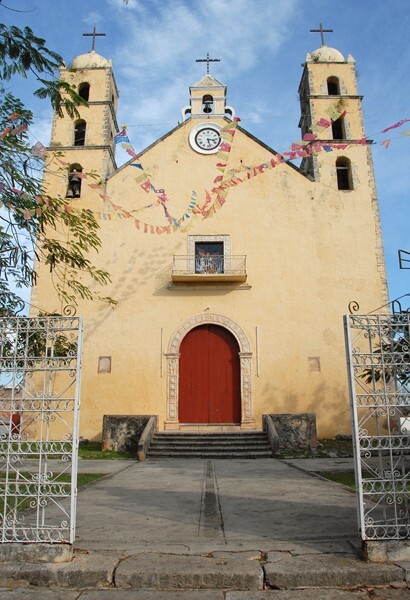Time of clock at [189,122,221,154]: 3:27
